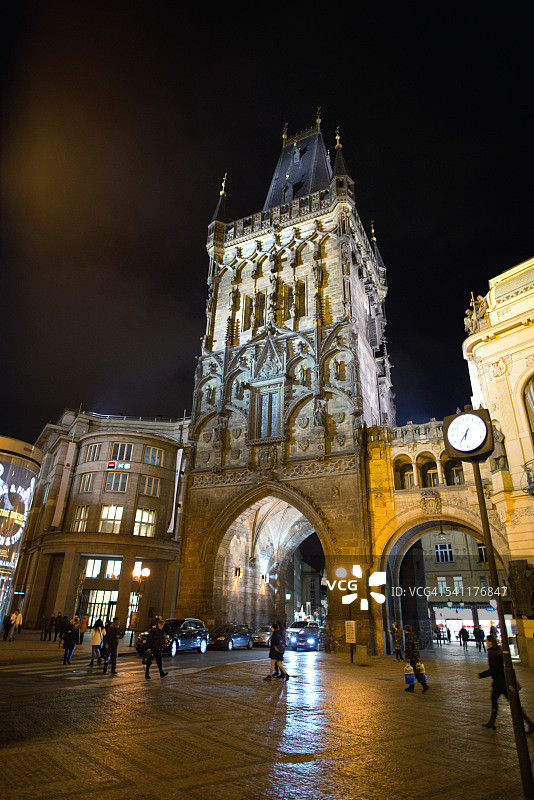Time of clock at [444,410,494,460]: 6:36
